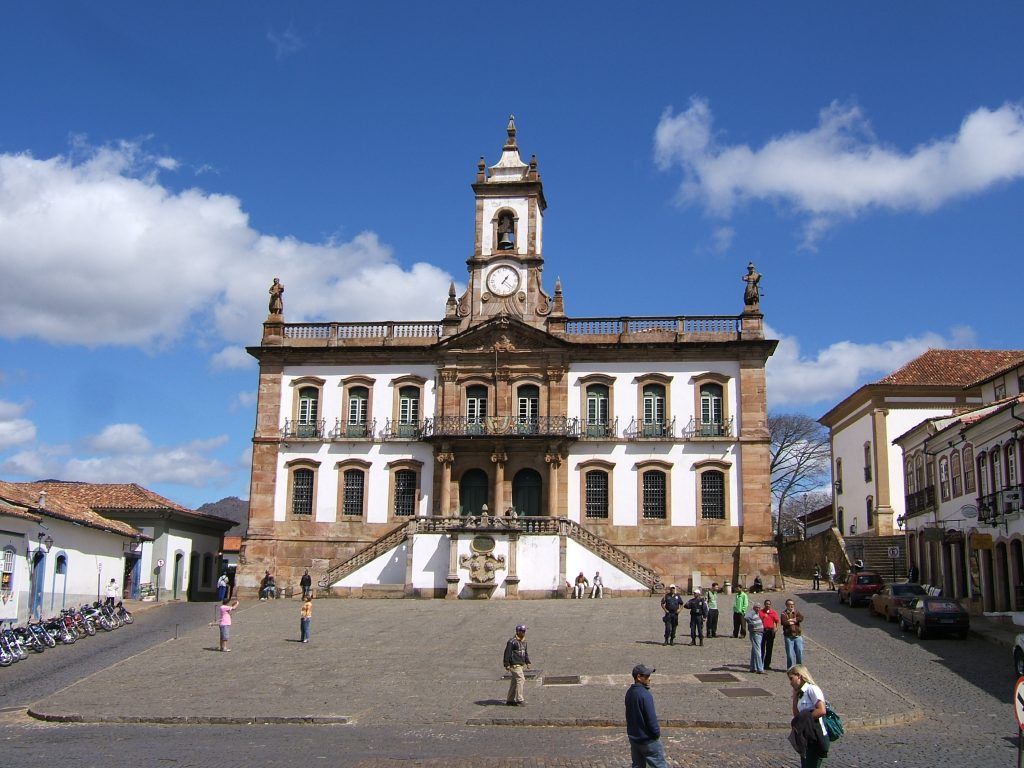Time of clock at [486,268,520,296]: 1:21
